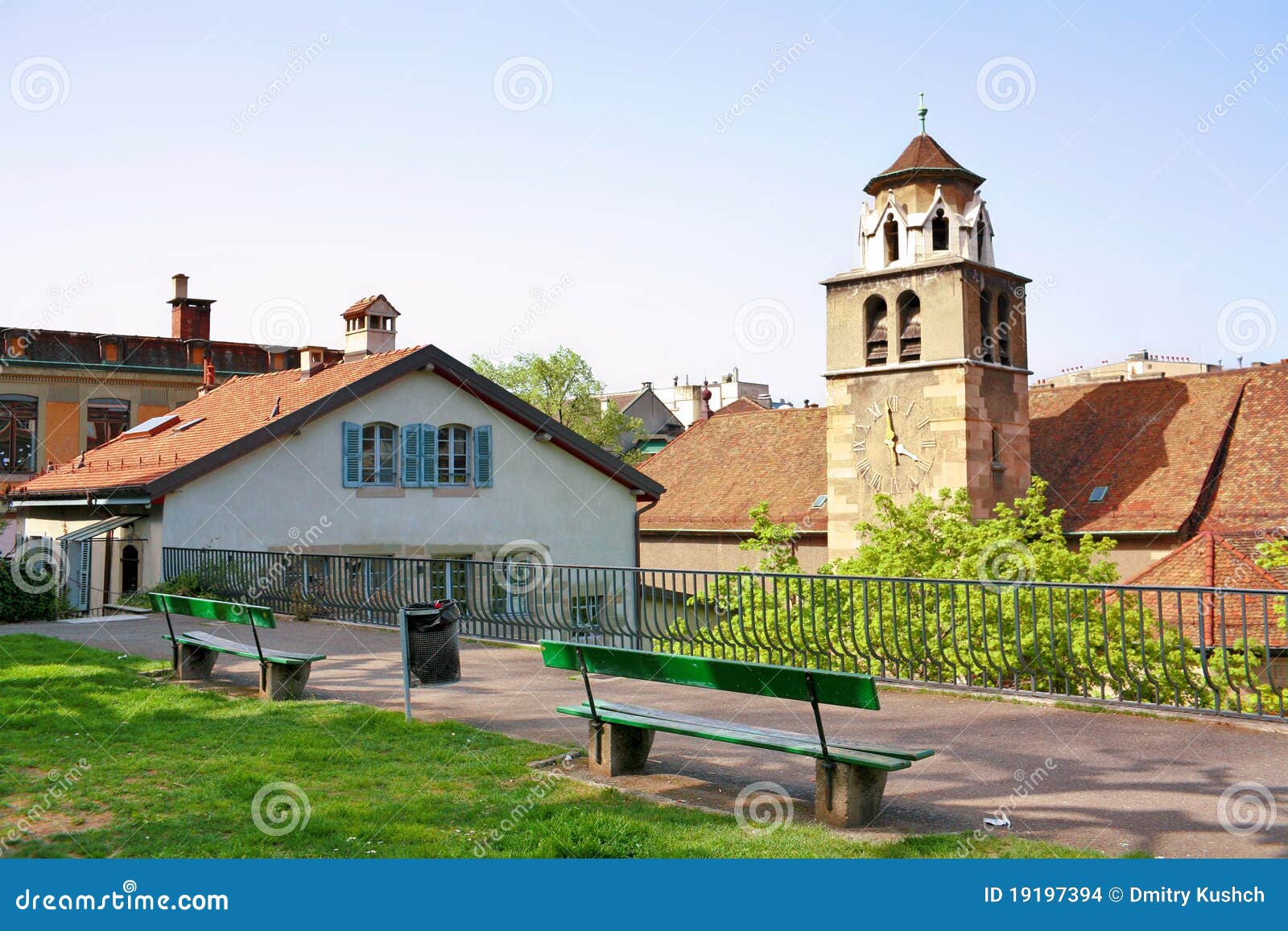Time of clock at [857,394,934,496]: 3:58
